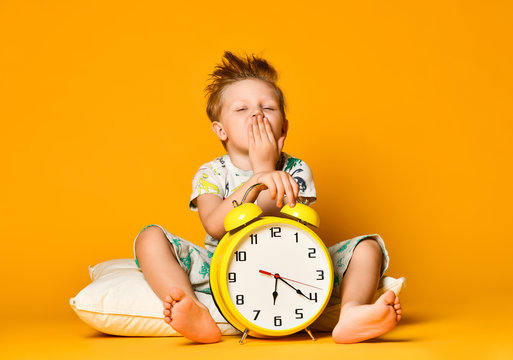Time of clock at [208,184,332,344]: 6:20
